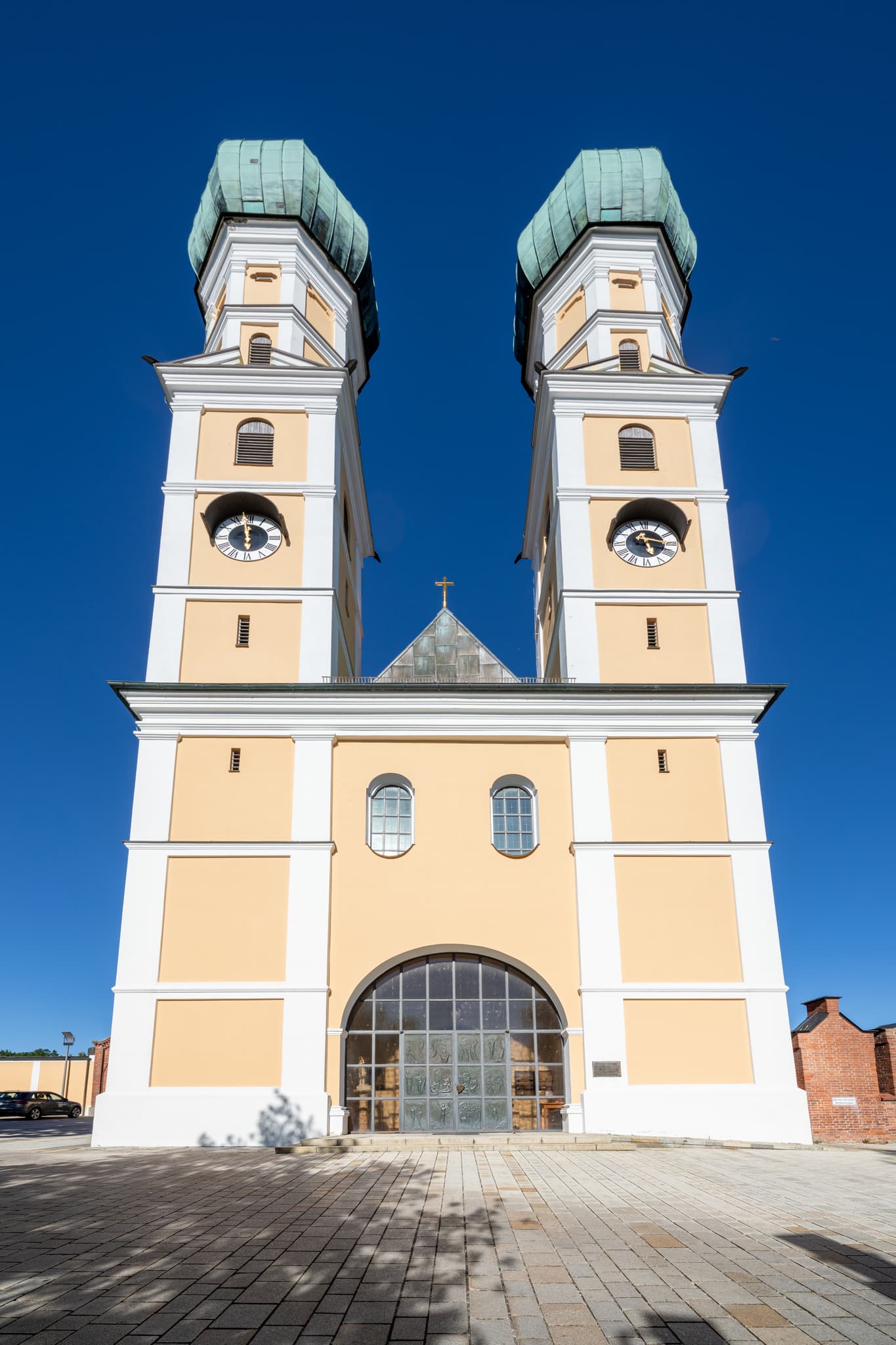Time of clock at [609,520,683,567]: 5:18
